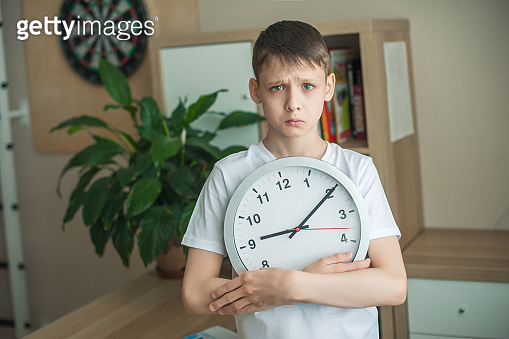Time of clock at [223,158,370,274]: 9:10
